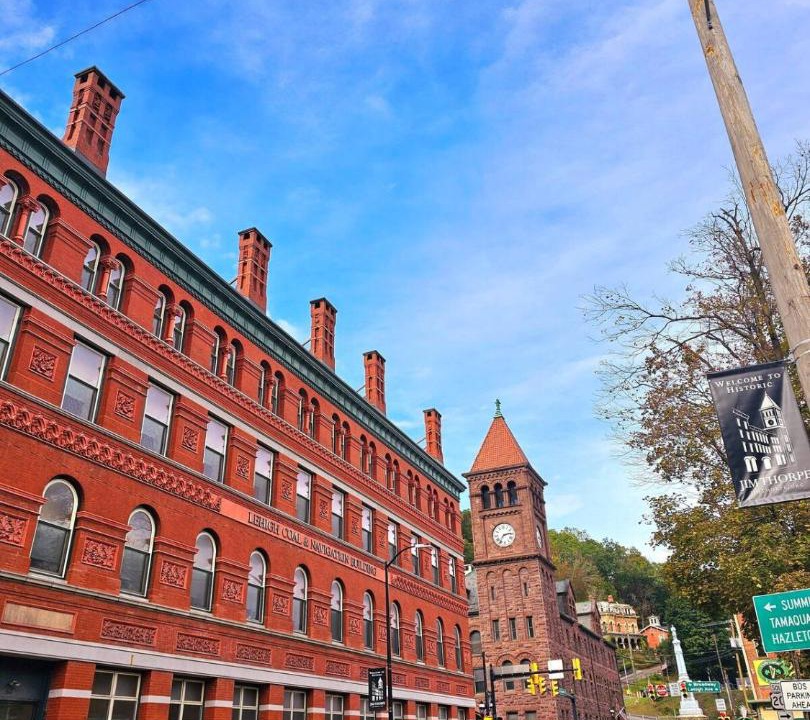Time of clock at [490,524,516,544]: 2:36
